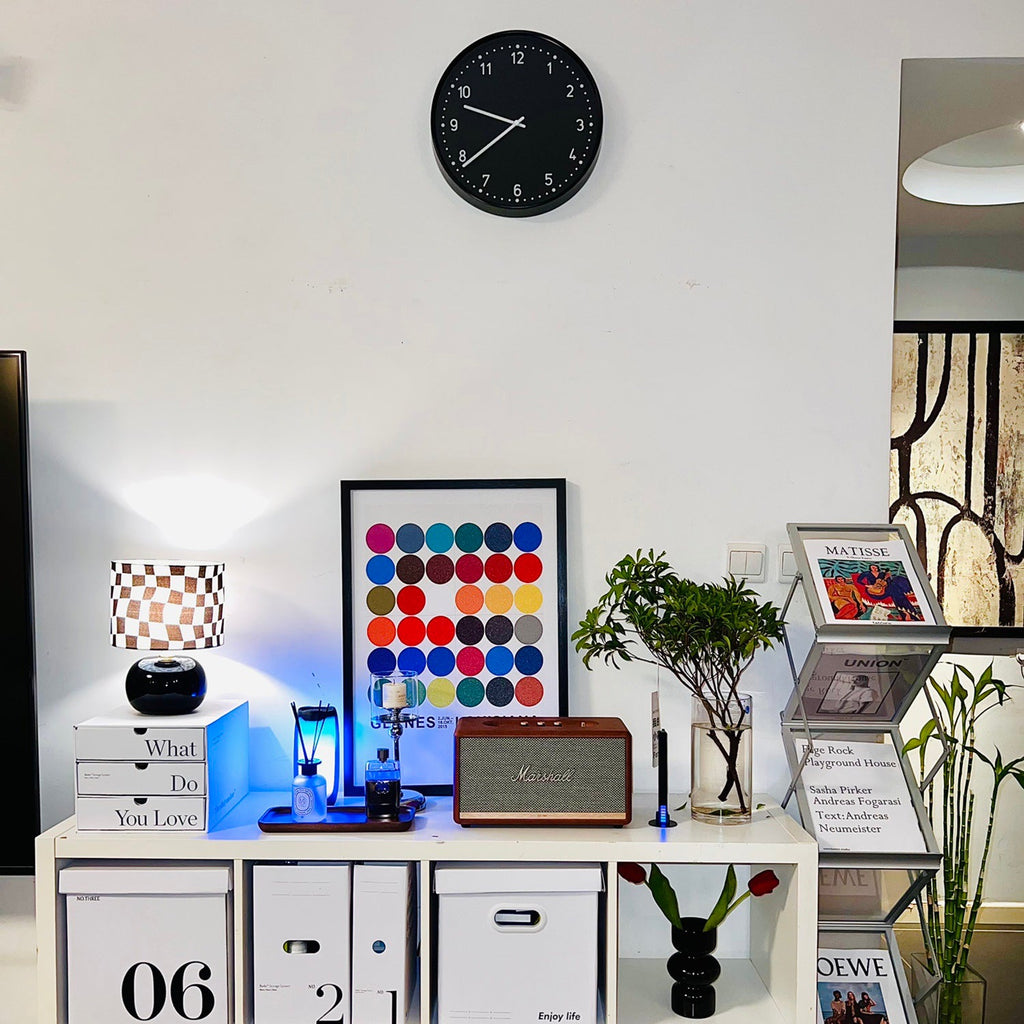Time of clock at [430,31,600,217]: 9:38
